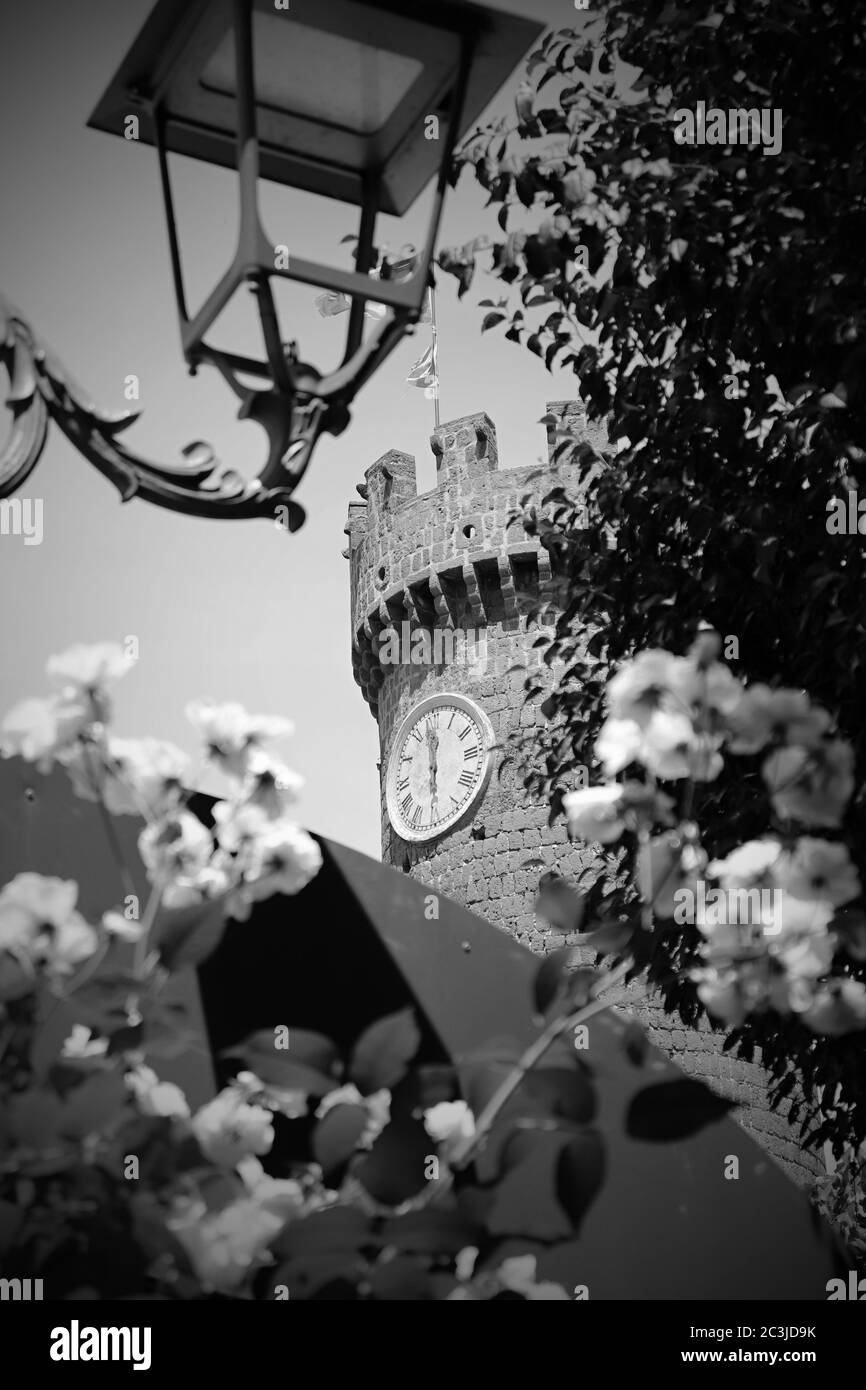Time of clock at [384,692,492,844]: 5:59
